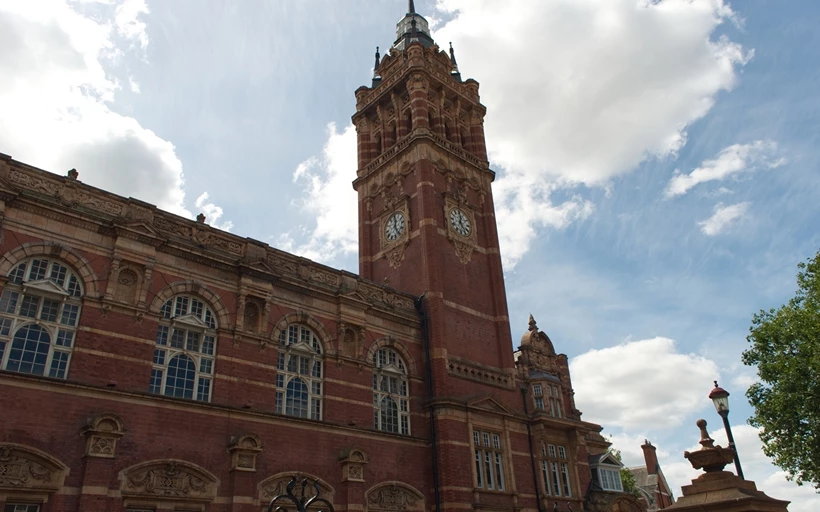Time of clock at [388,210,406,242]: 12:23
